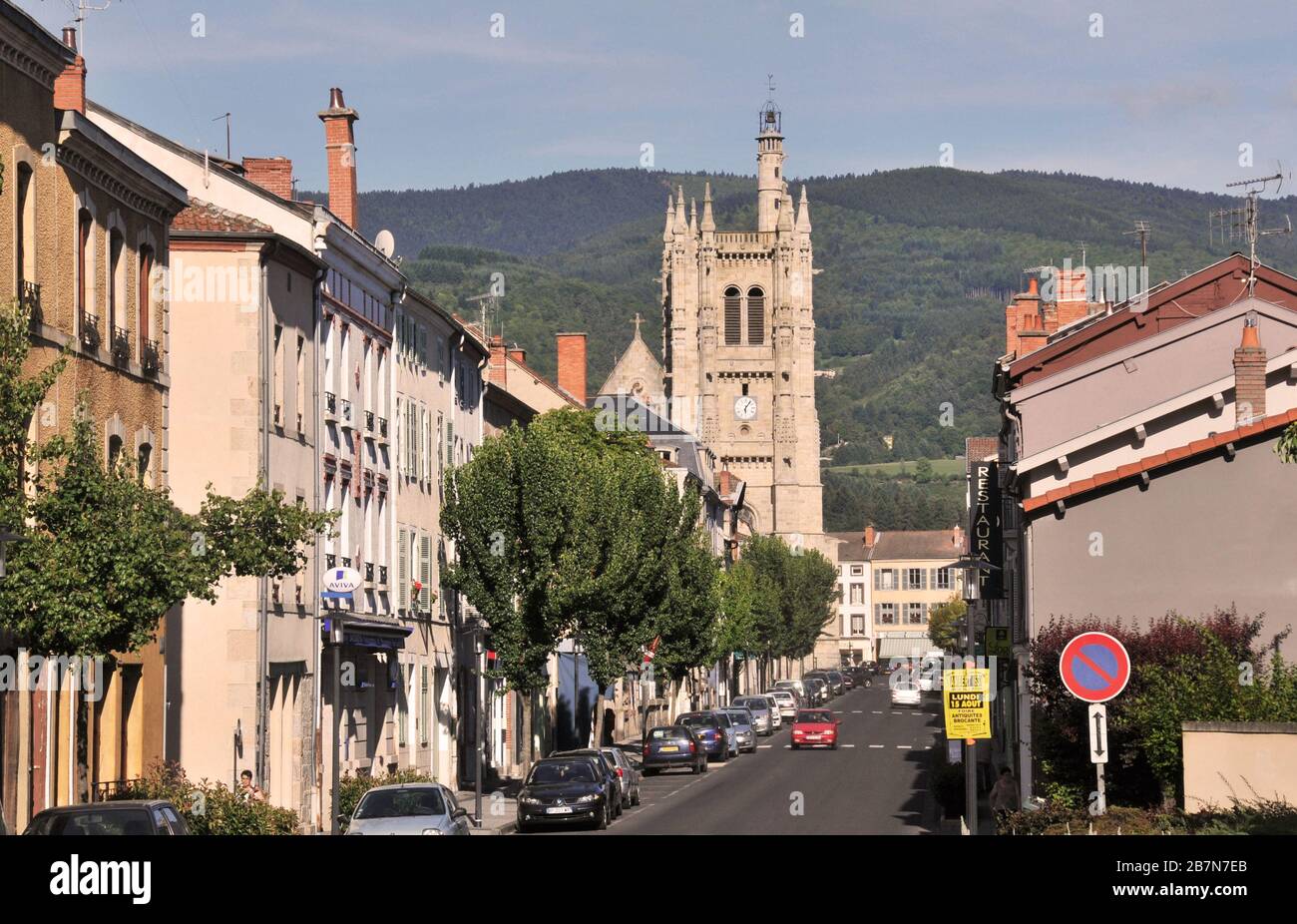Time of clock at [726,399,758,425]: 6:06
